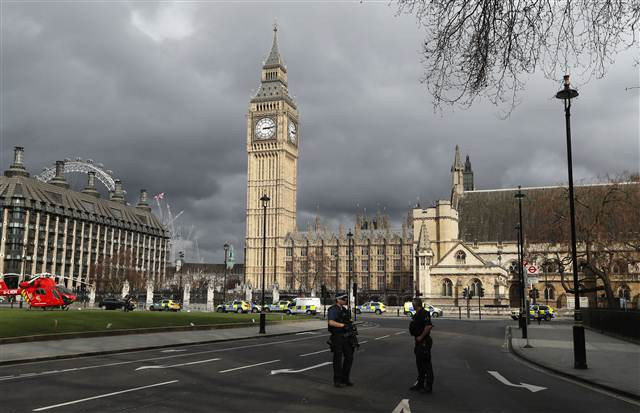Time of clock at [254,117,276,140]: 3:13
